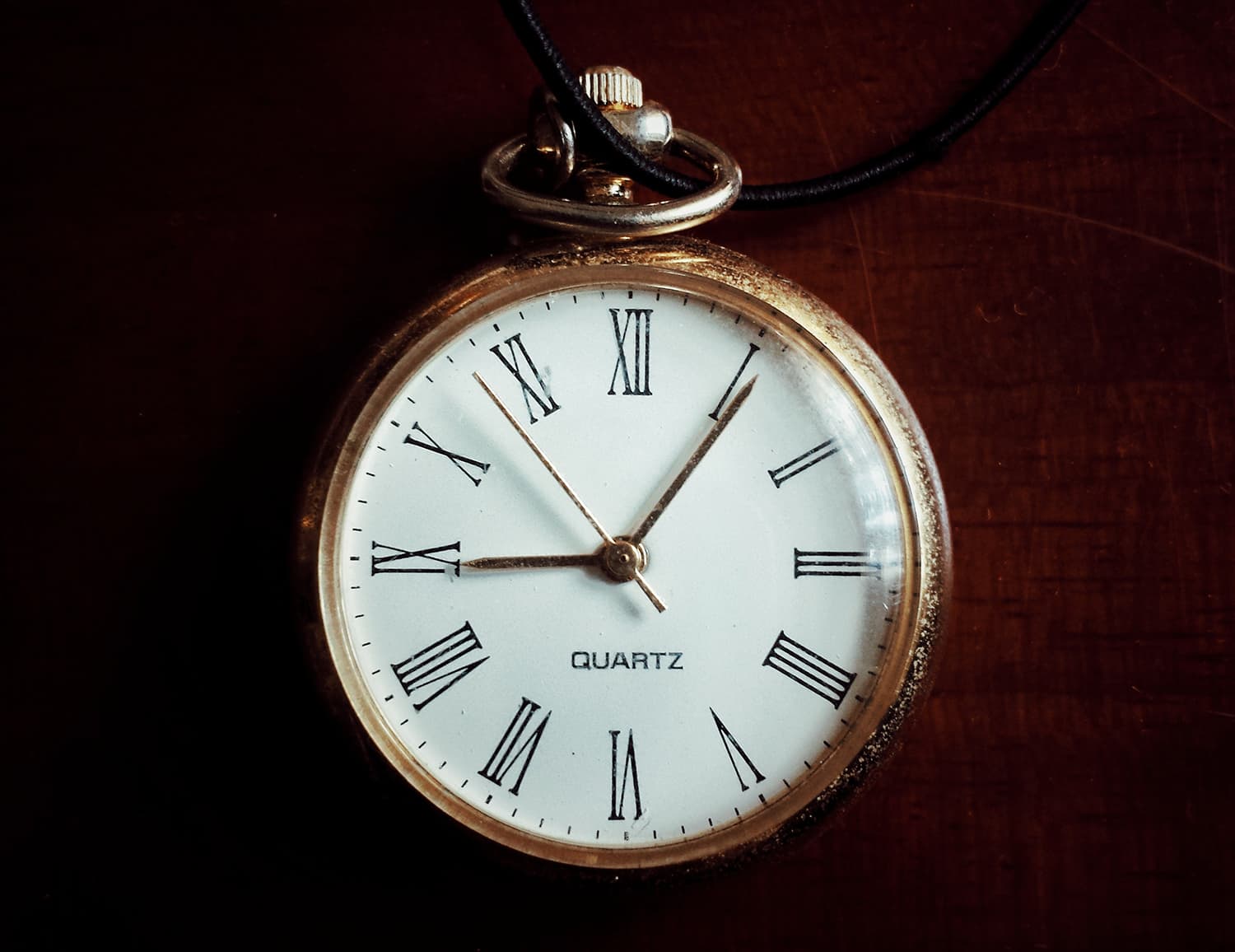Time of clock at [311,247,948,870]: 9:05
